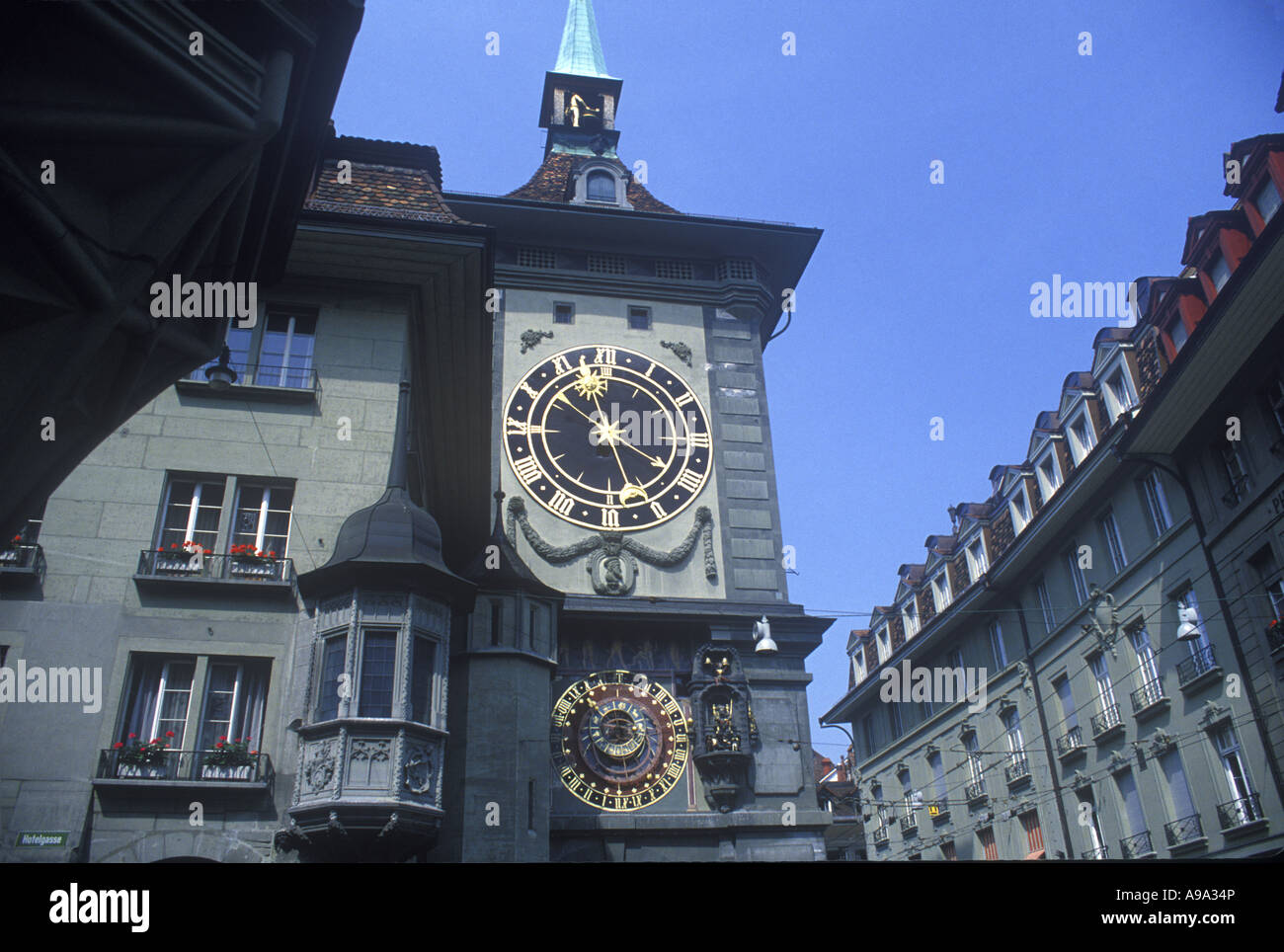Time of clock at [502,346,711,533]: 3:57
